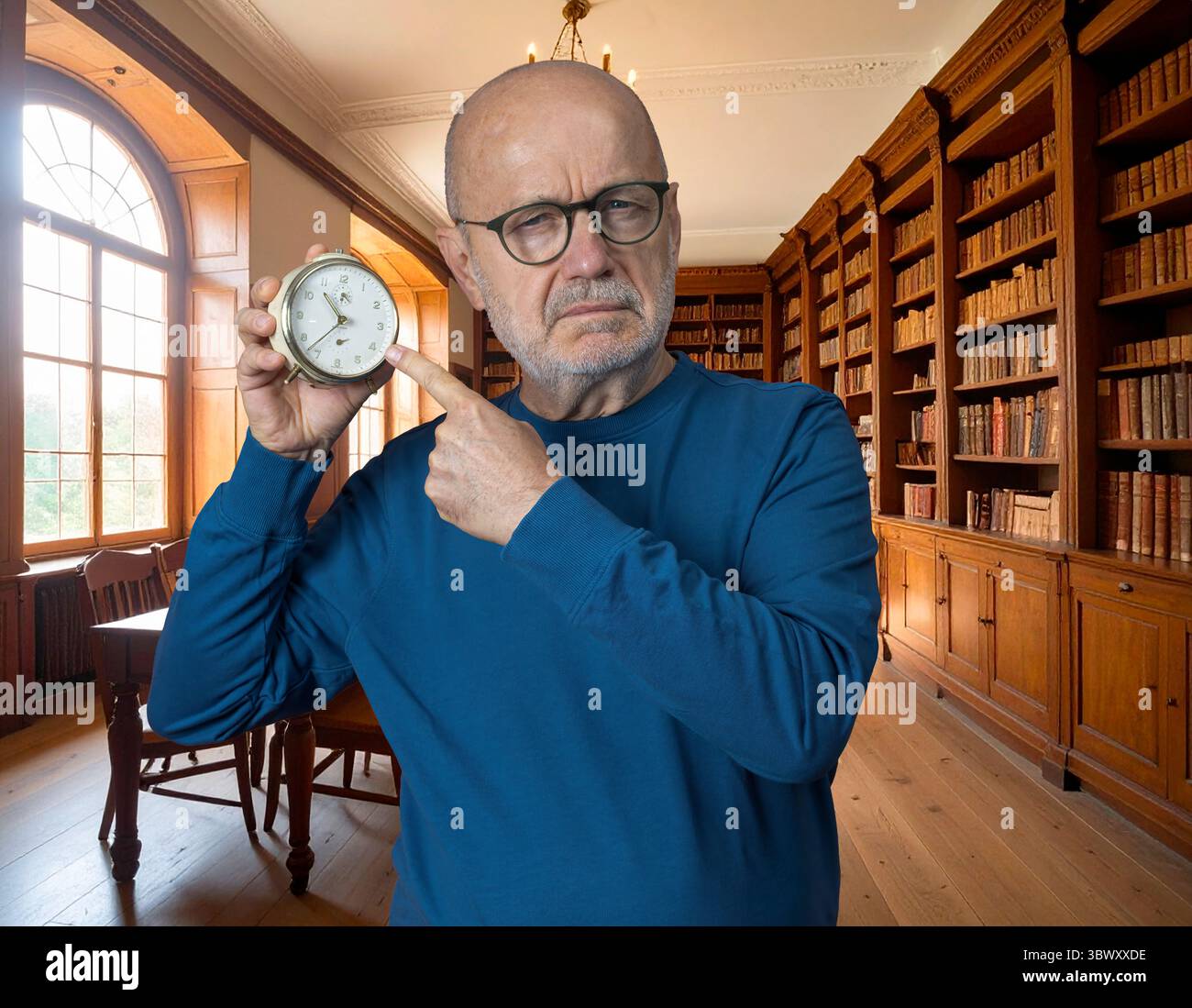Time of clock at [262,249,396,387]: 10:37
